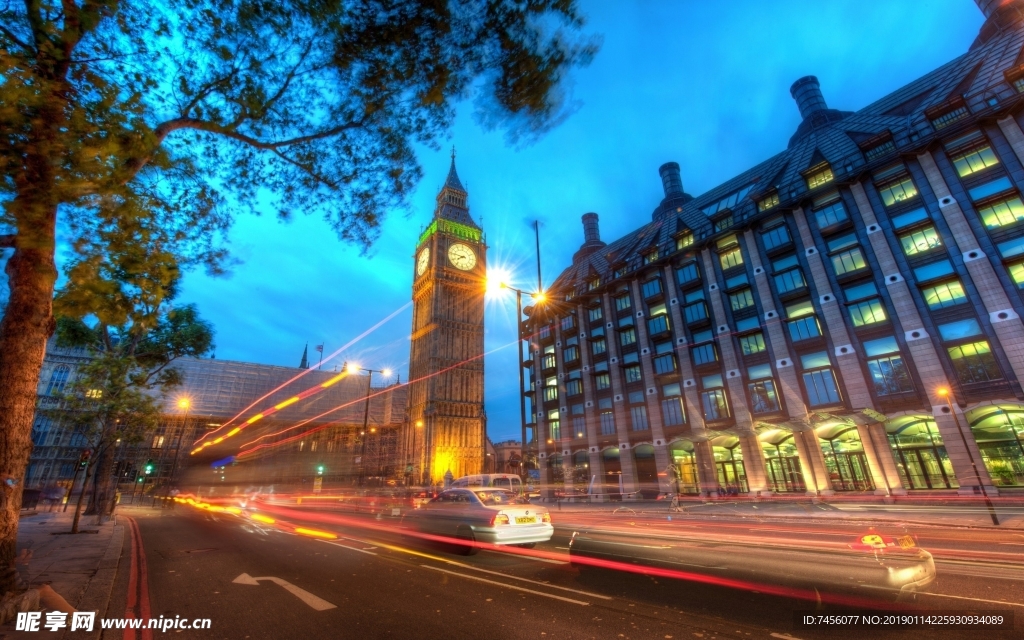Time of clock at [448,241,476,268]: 7:46
